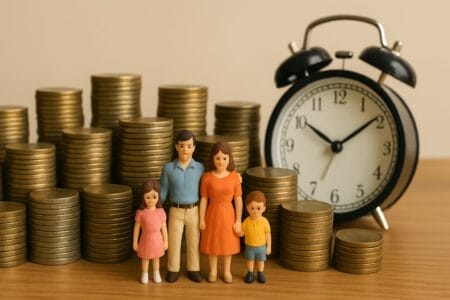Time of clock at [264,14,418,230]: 10:09
